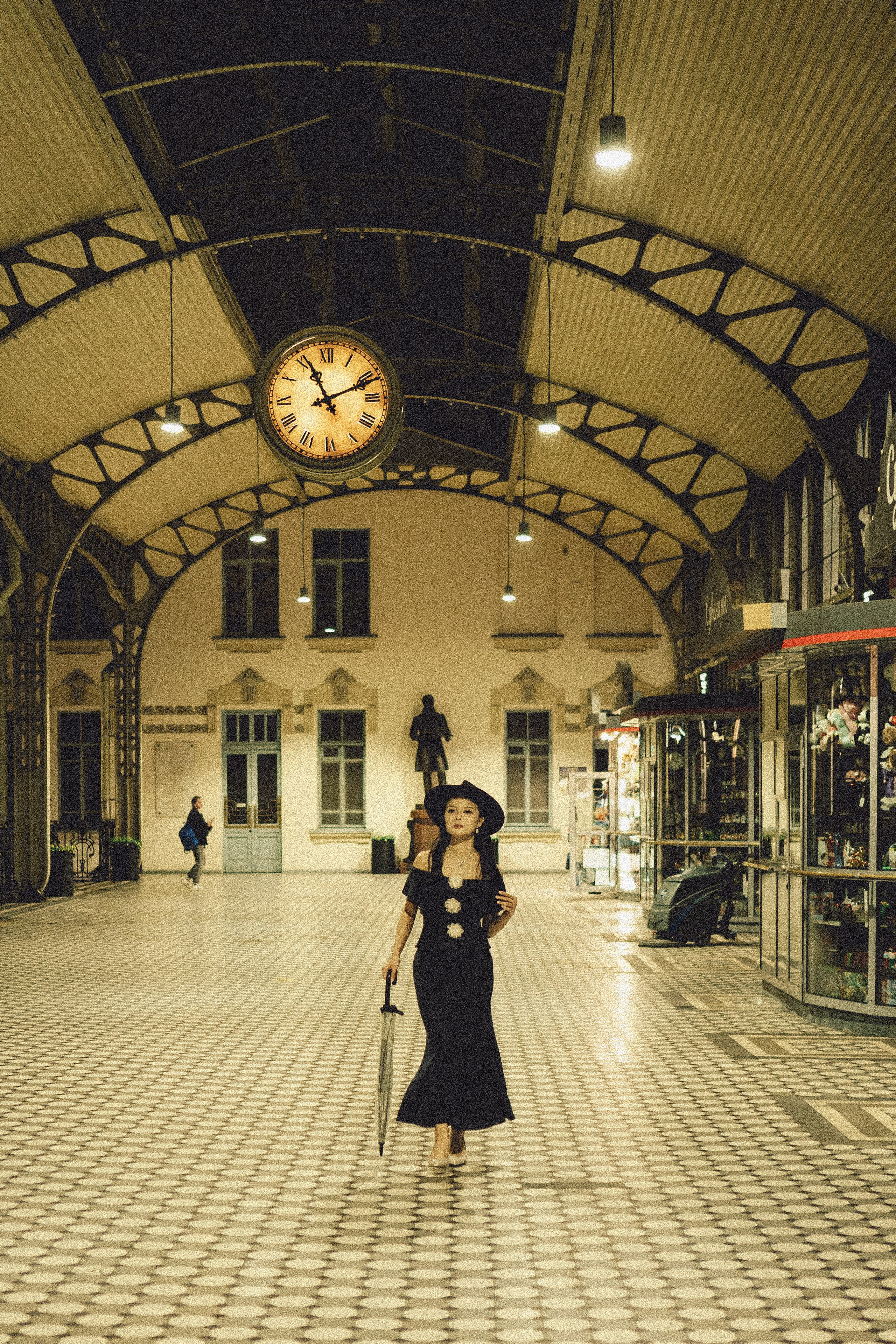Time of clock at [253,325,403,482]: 11:11
